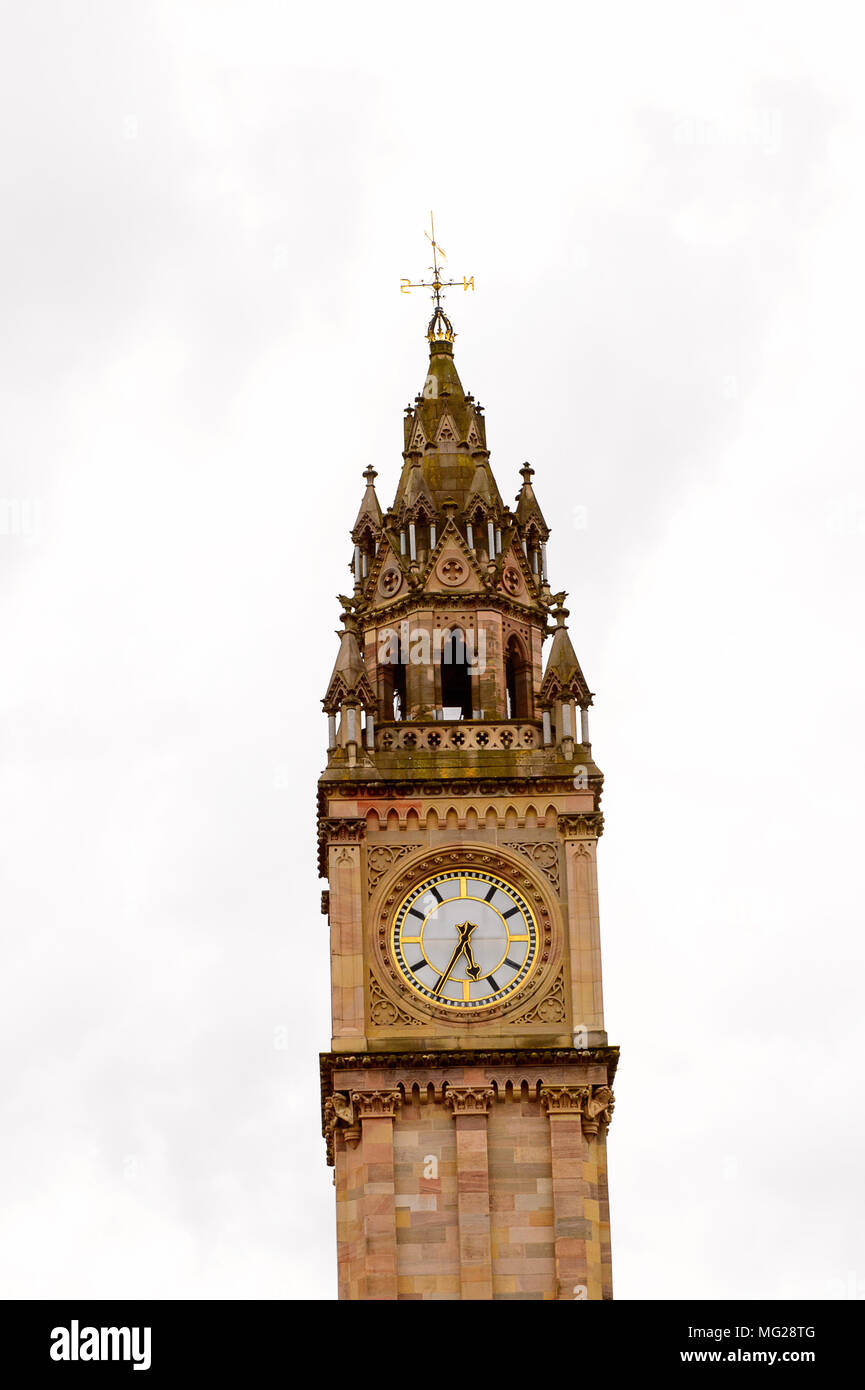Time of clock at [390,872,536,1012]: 5:34
